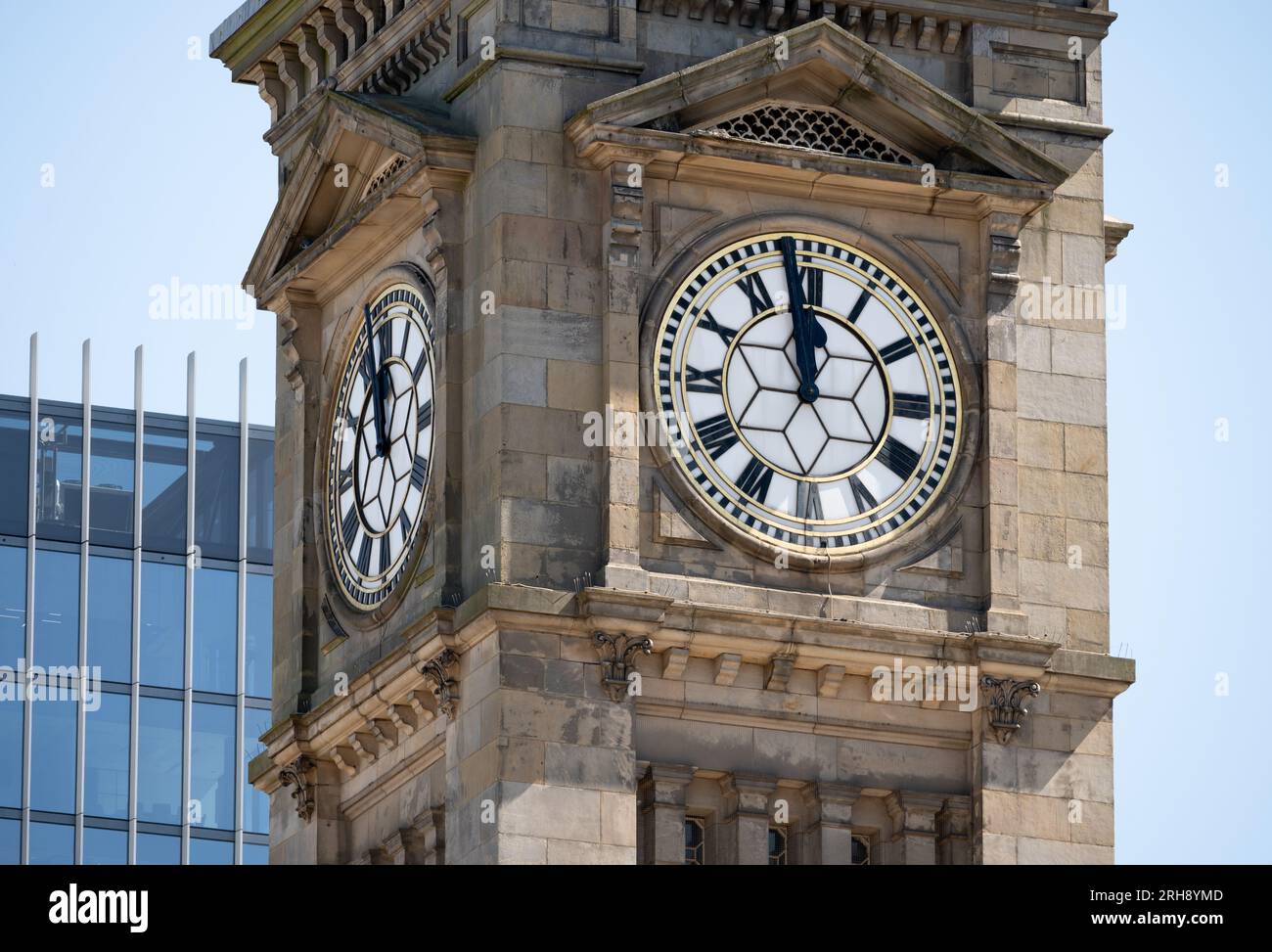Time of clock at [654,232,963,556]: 11:58
